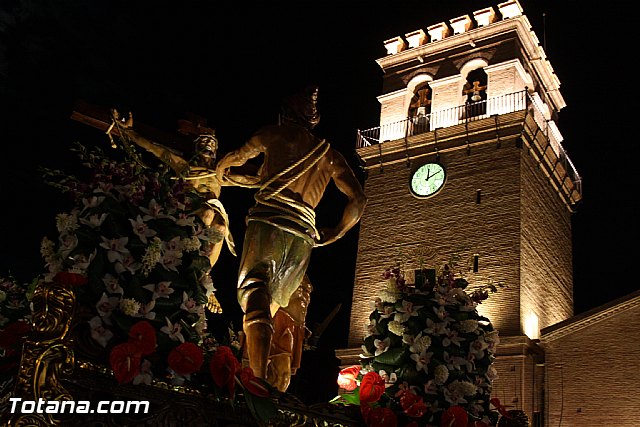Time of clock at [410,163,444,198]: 12:10
